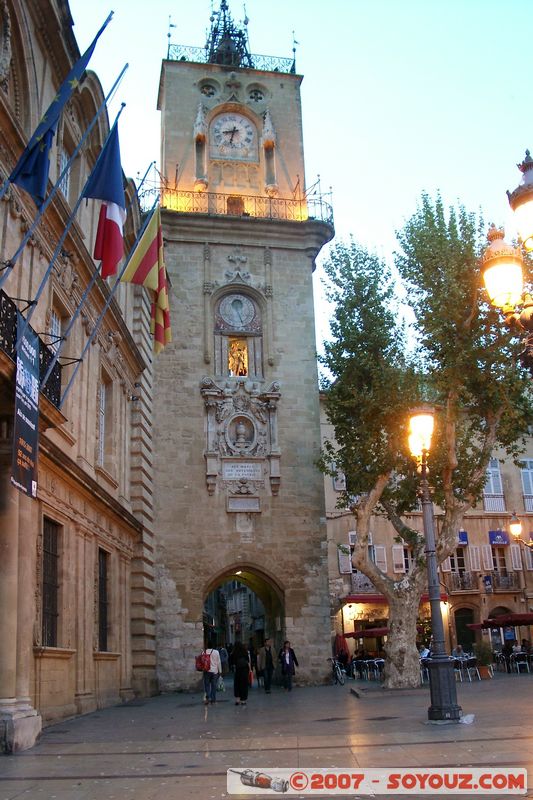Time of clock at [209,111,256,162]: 8:32
